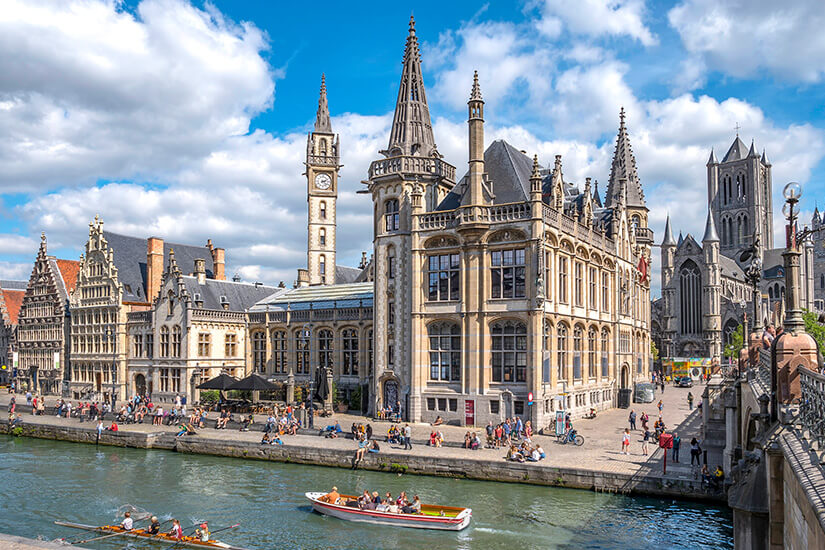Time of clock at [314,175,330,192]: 2:23
